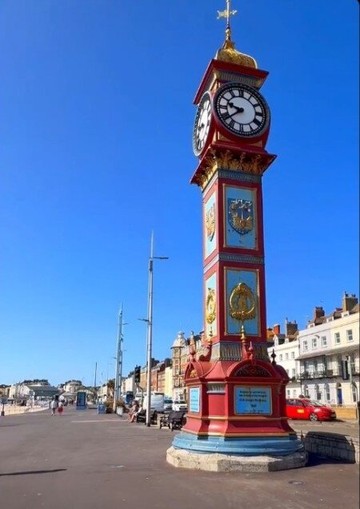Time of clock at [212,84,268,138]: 9:38
